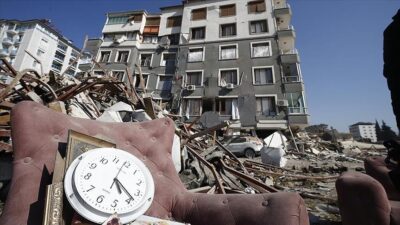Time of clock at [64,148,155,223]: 5:23
